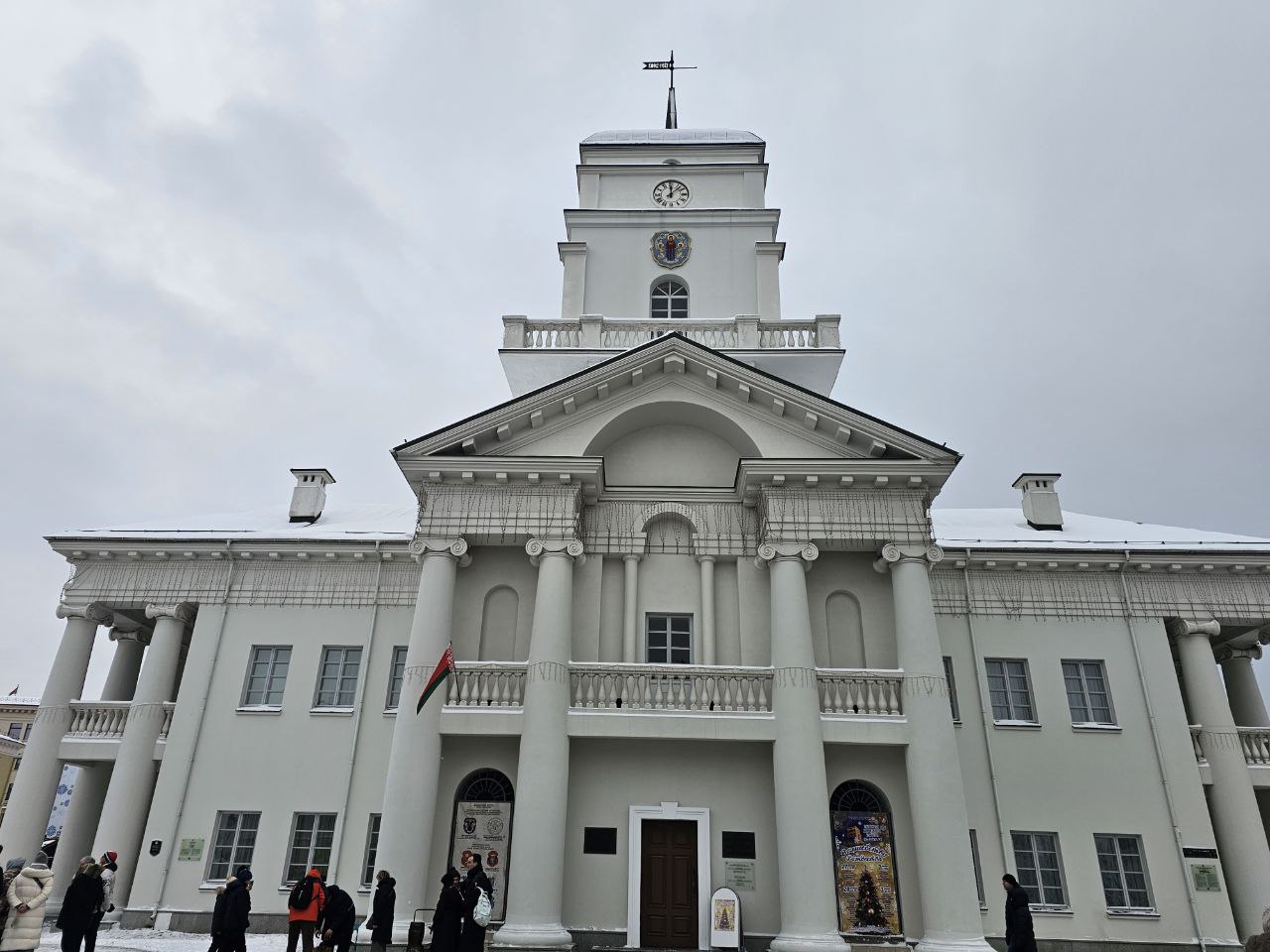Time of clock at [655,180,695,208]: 12:07
